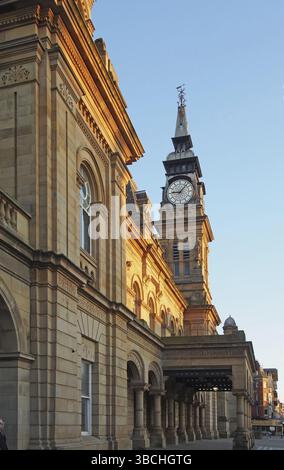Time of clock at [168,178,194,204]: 9:07
